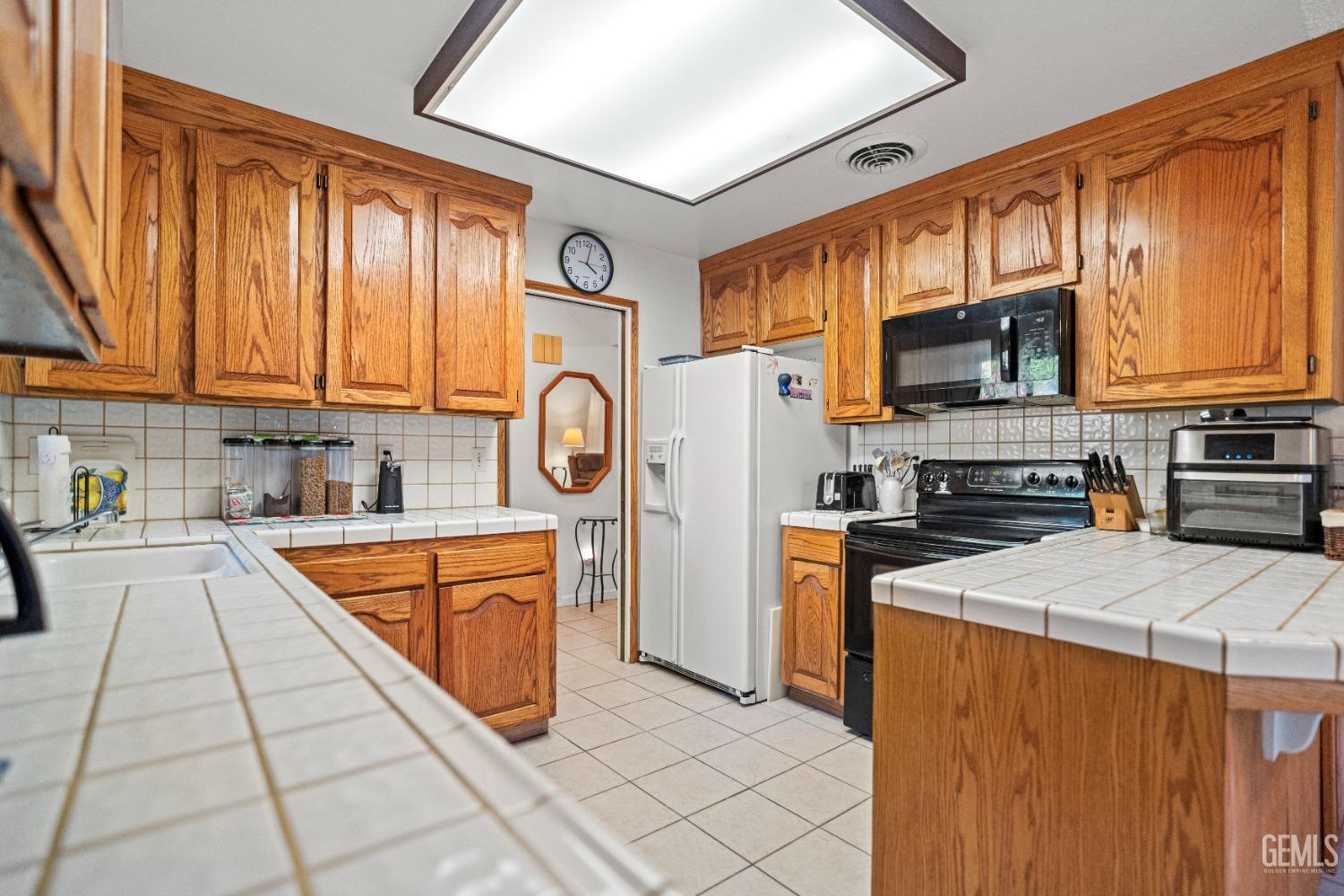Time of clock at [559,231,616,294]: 4:02
